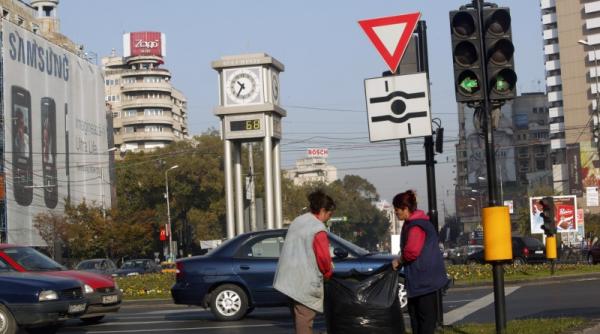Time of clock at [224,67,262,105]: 10:35
